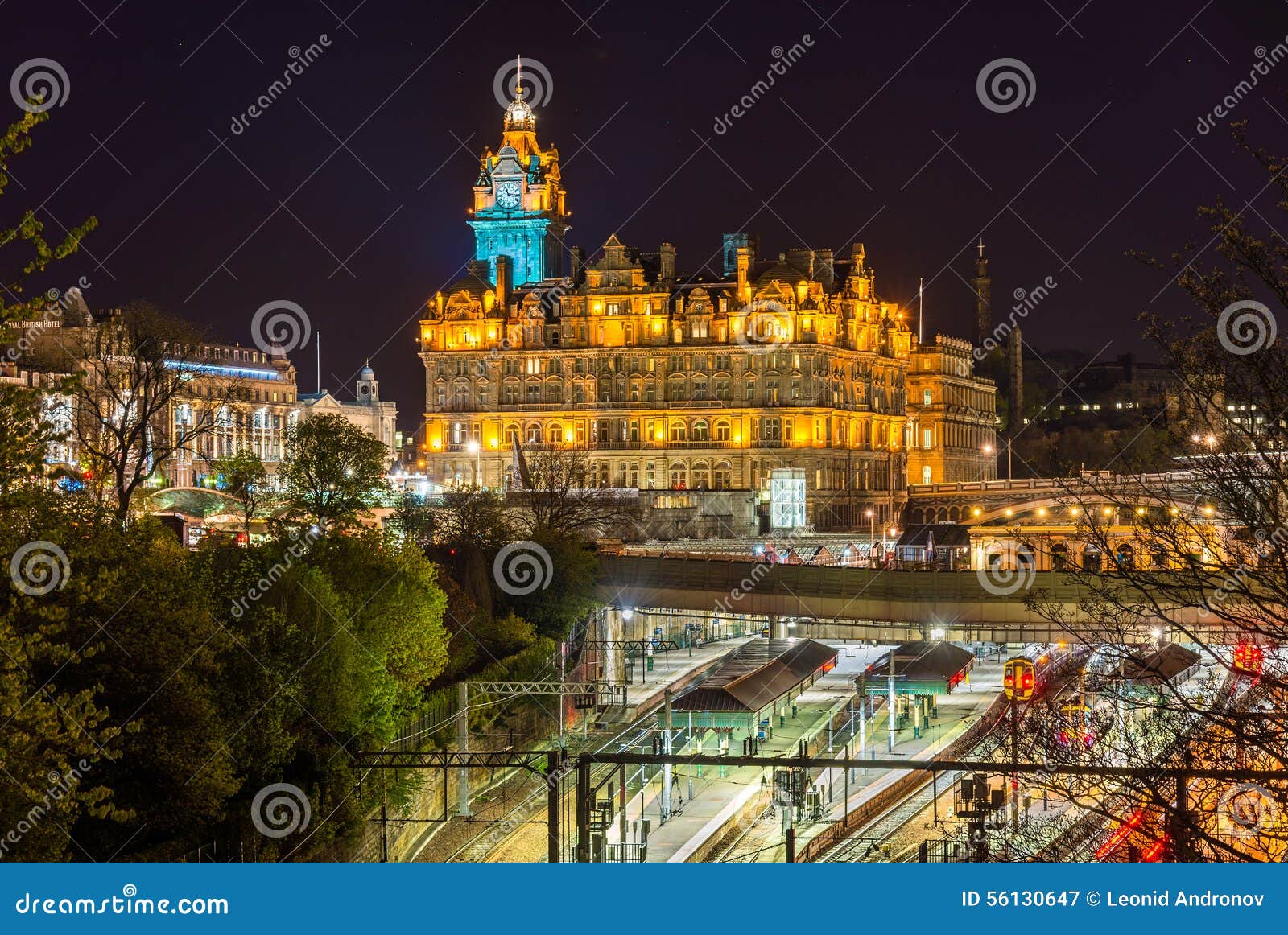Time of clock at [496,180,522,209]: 11:16
